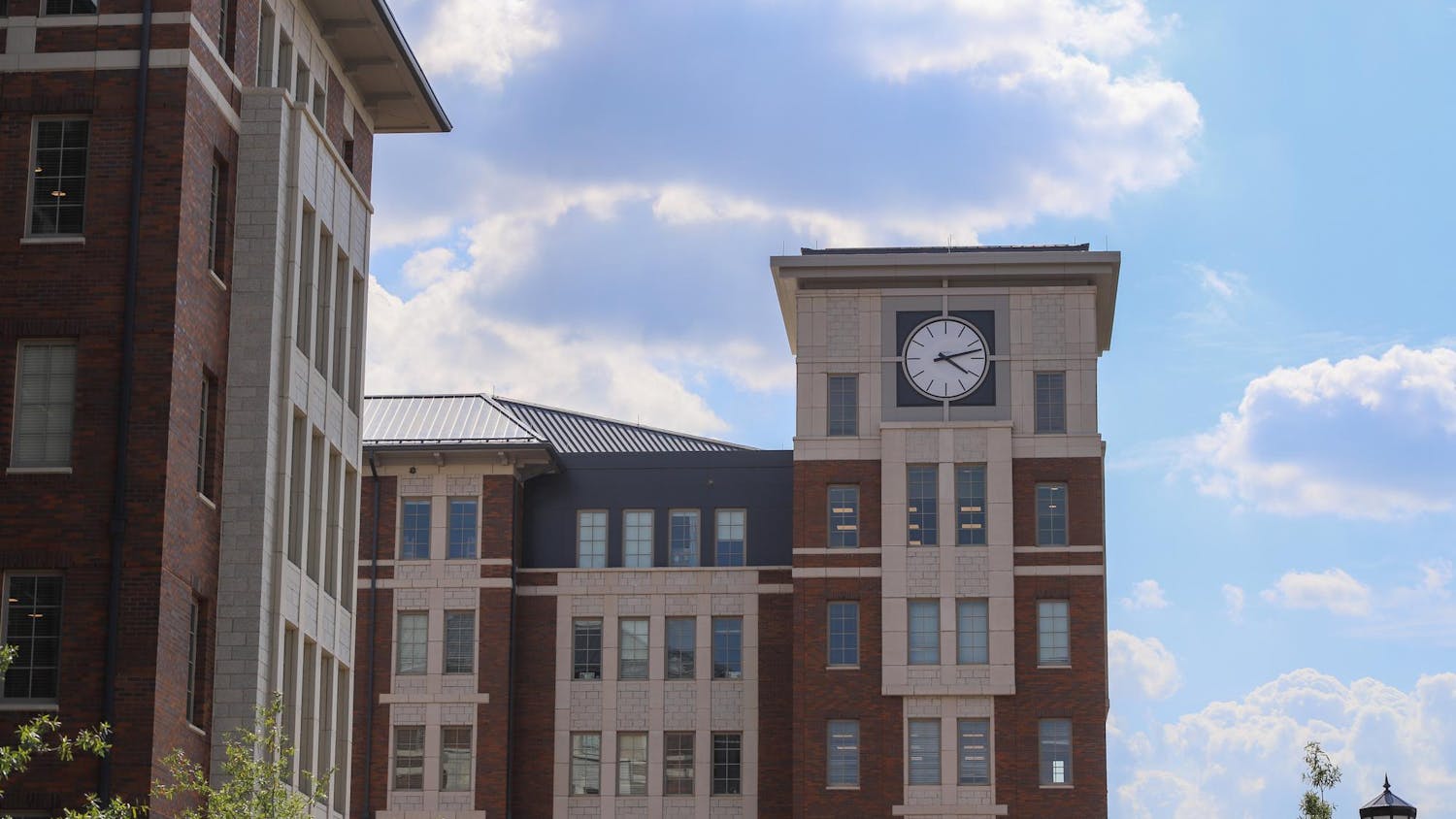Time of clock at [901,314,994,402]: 4:12
